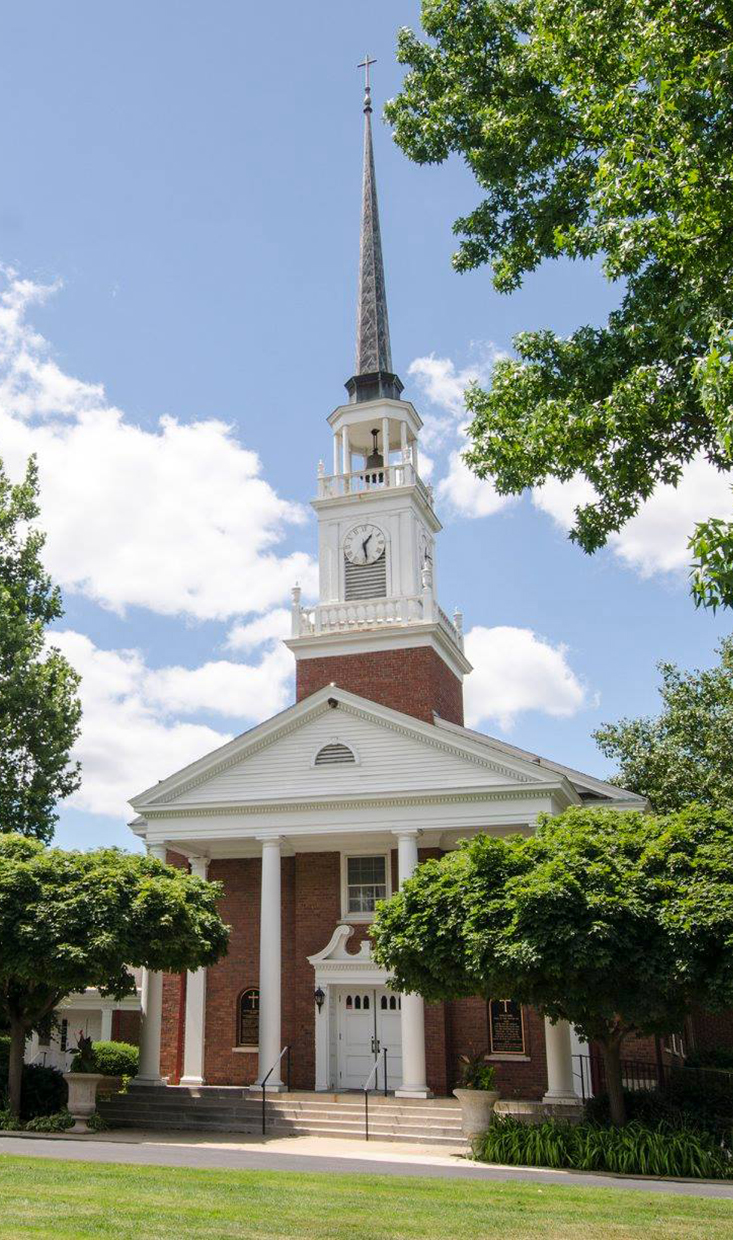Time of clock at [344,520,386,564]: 1:28
